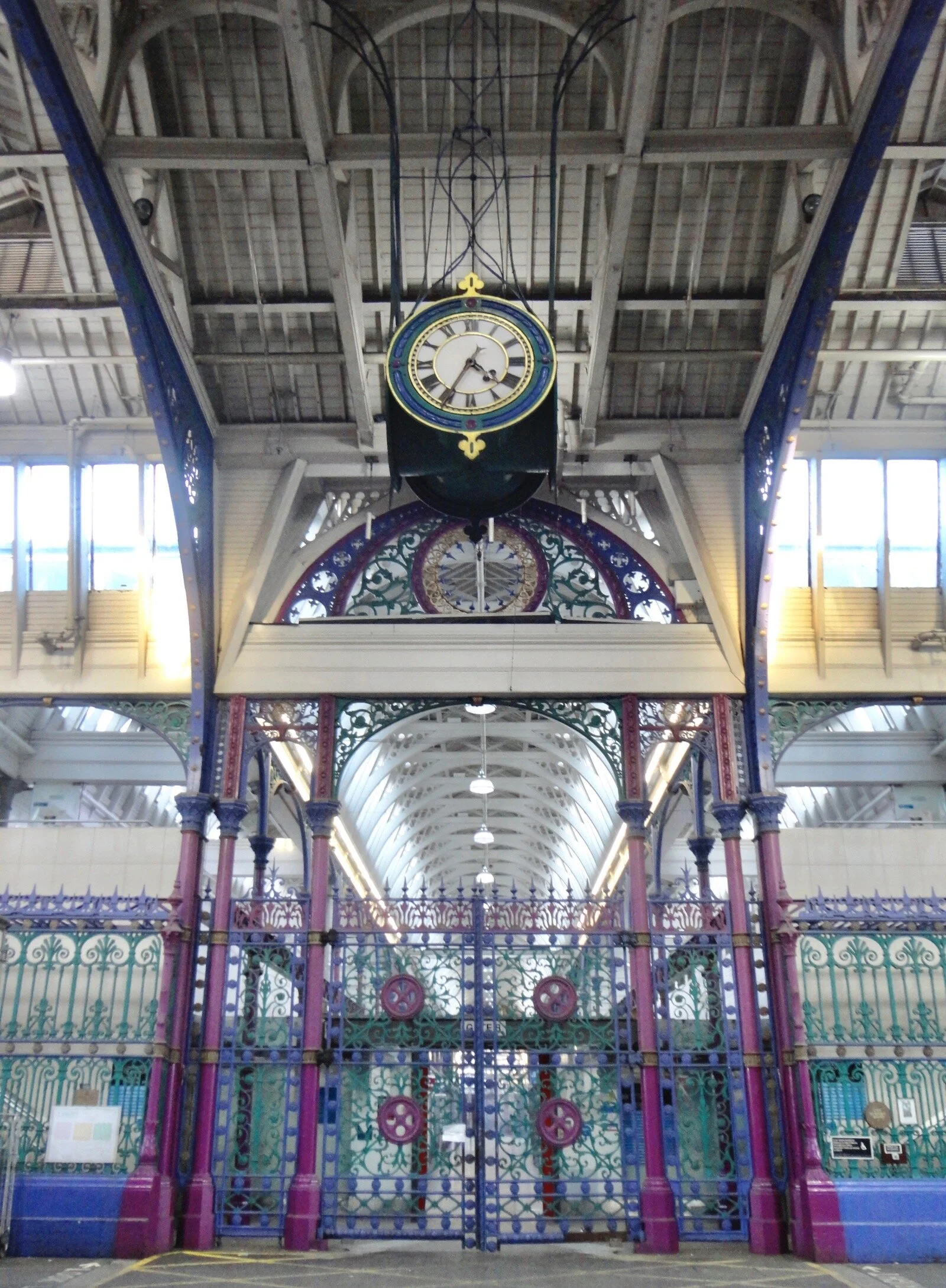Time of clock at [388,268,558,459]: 4:34
